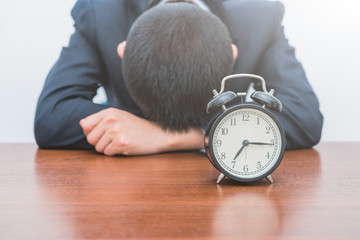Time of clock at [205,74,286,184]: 7:15
